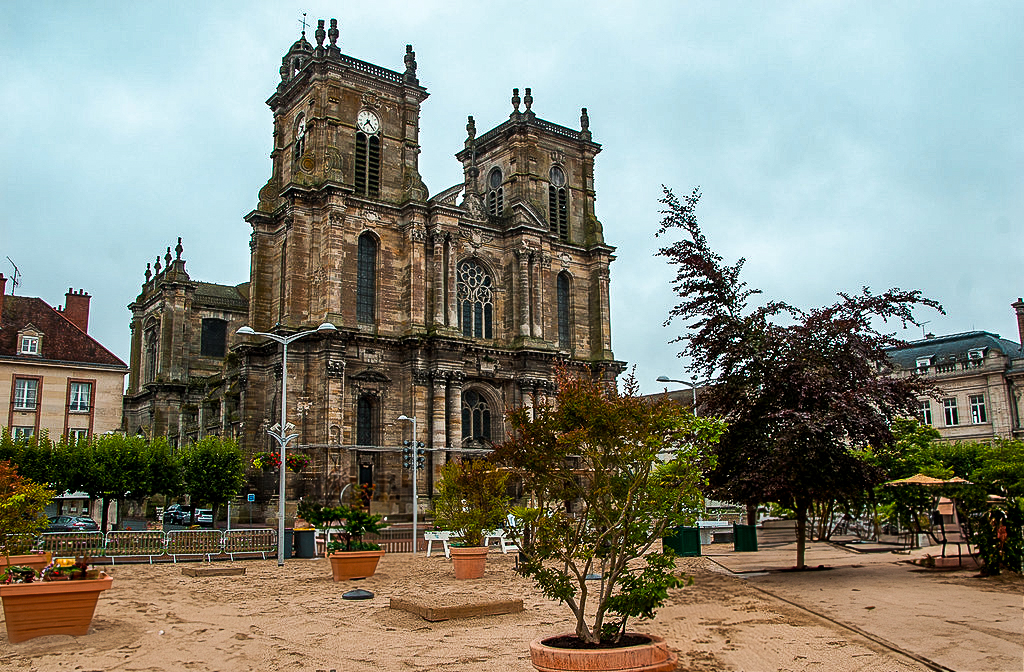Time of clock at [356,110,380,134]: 7:23
